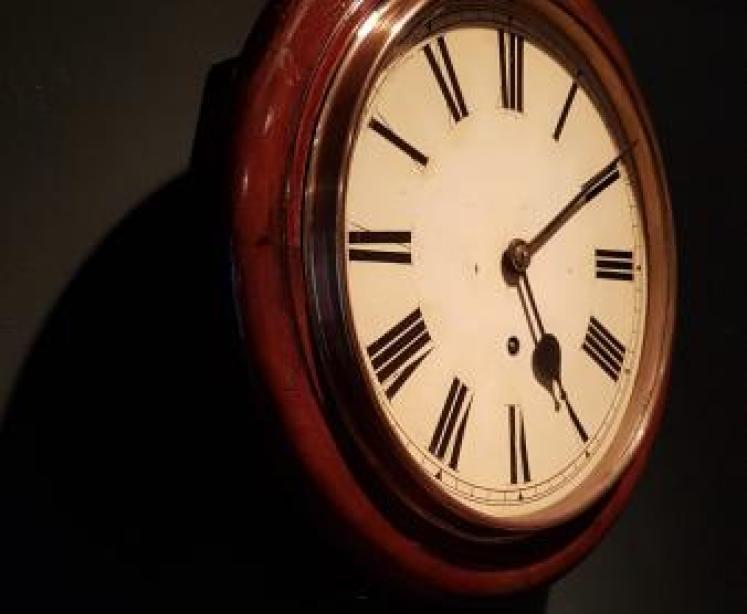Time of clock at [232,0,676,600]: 5:09
